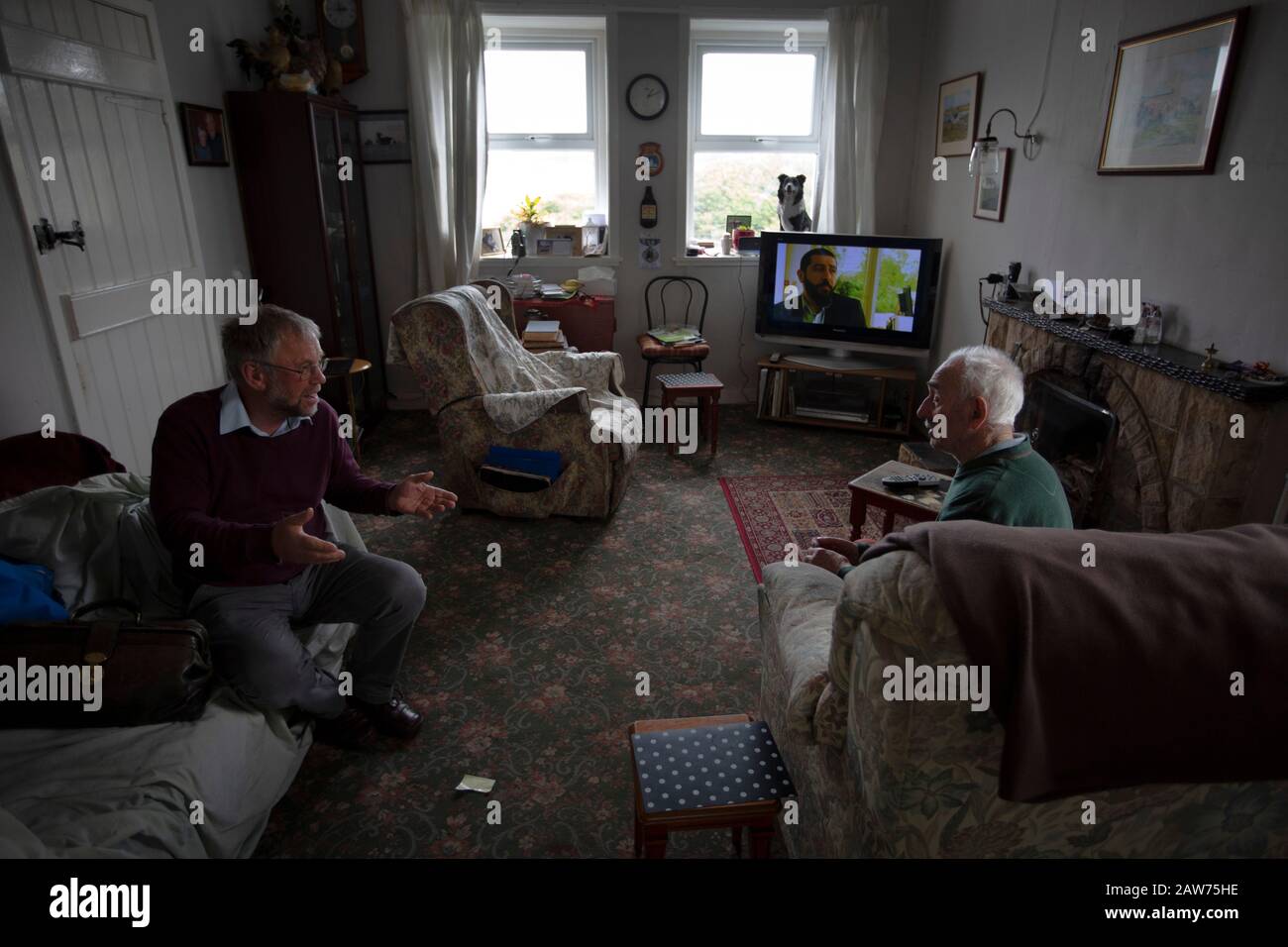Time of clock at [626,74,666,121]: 1:11
